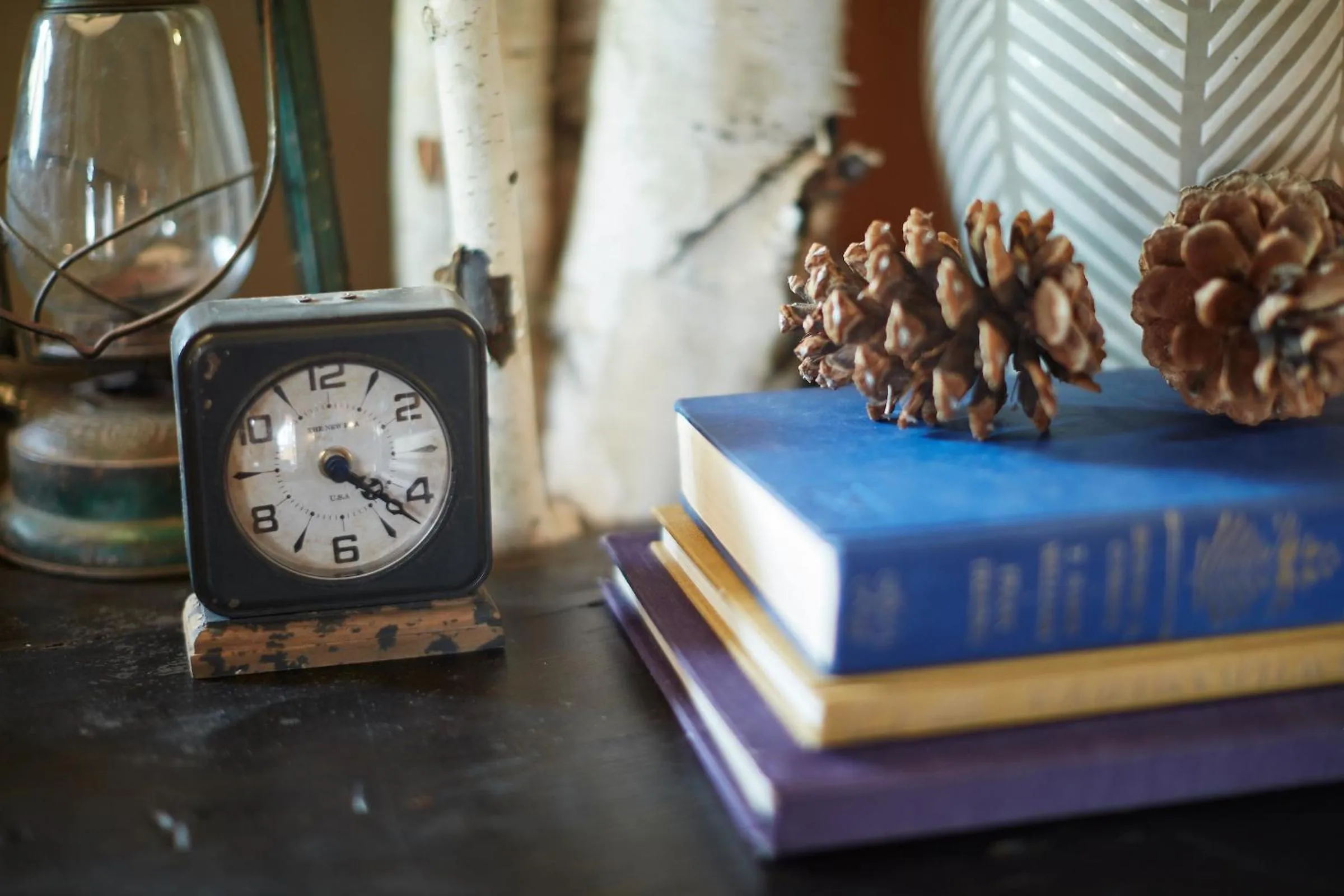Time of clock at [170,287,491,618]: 4:22
